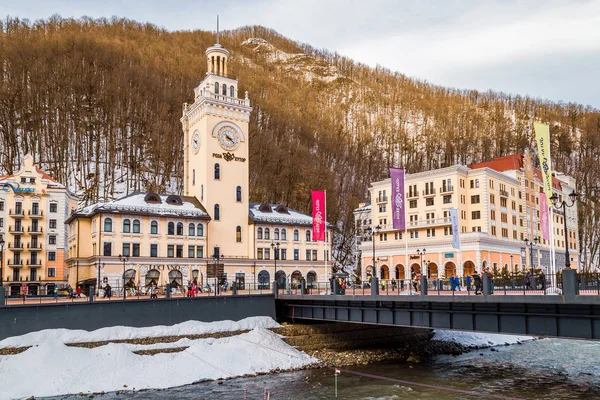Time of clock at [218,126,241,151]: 4:22
